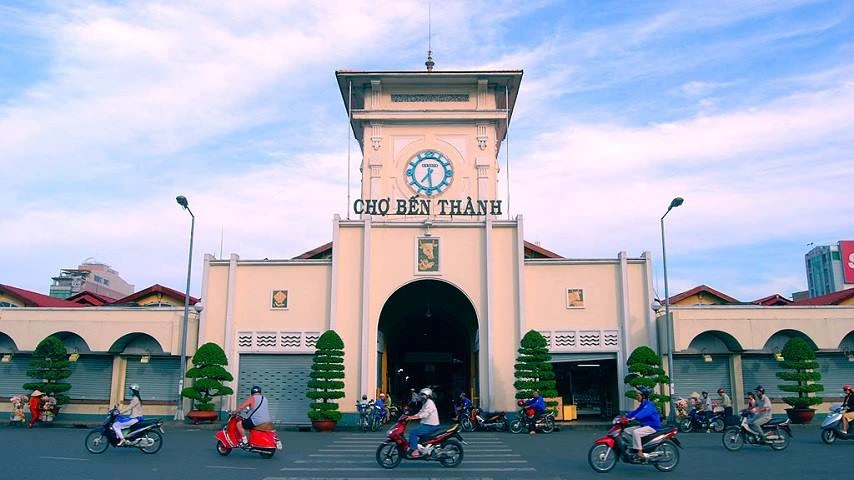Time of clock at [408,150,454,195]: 7:28
